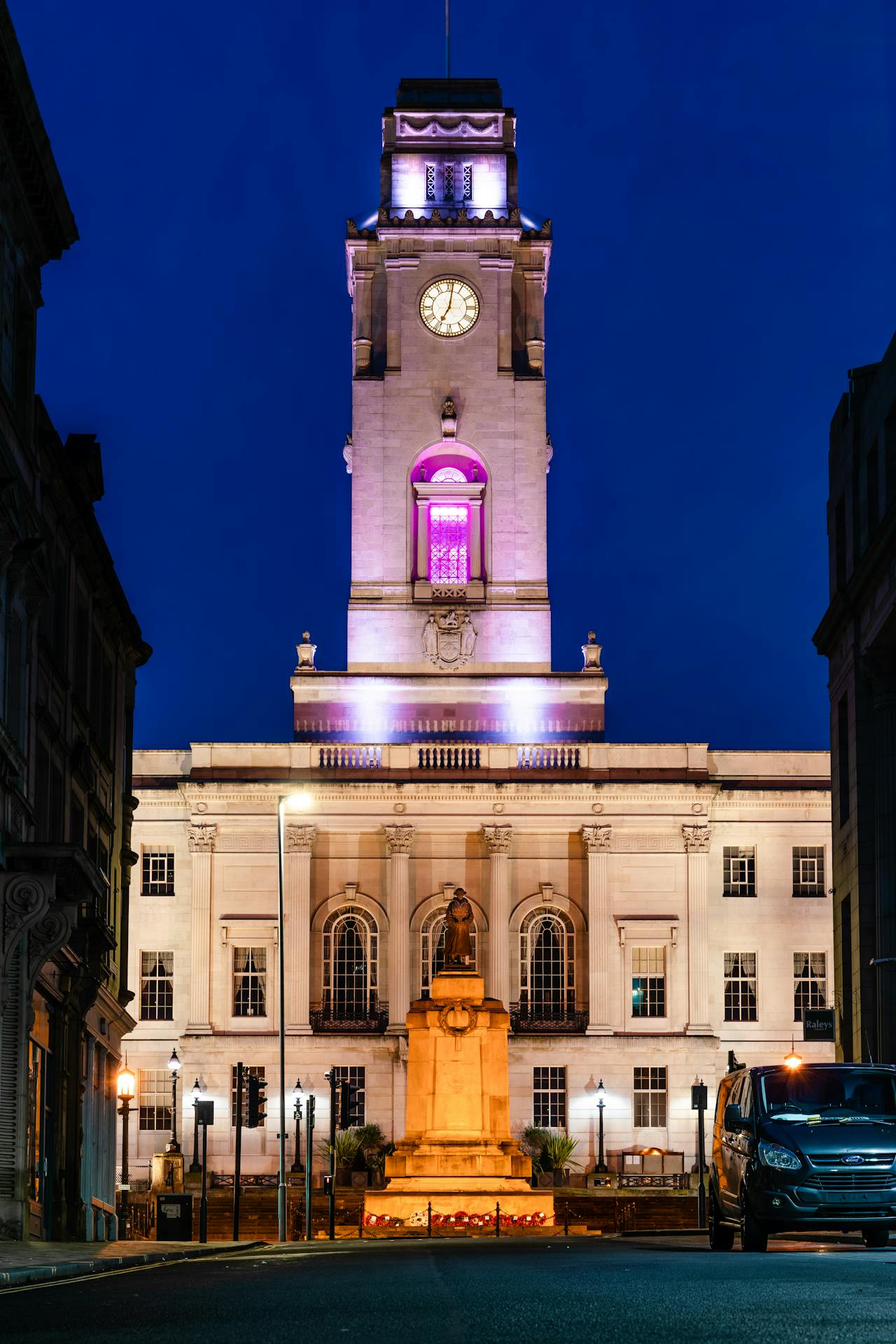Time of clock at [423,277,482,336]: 7:01
